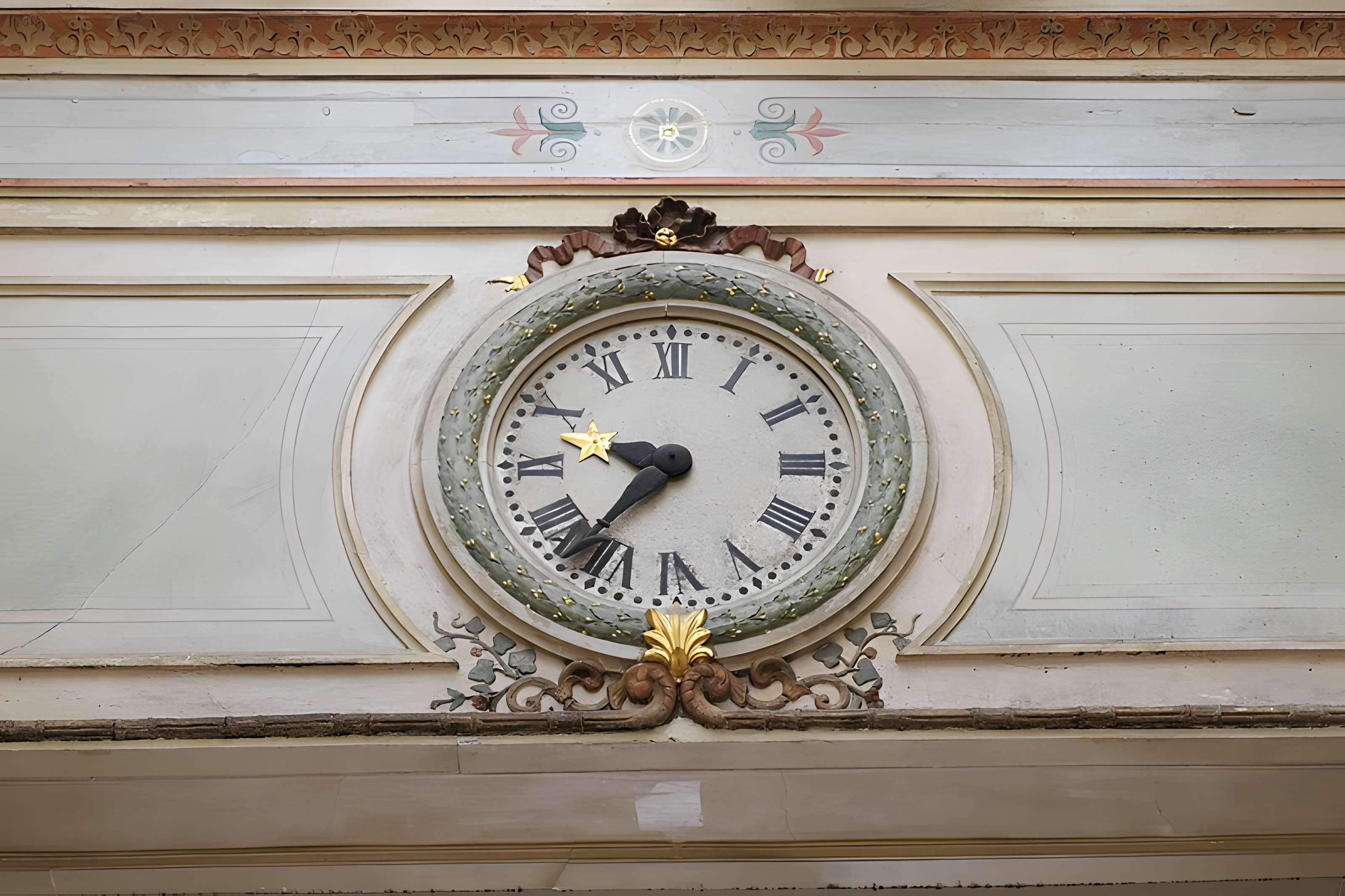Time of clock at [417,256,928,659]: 9:36
